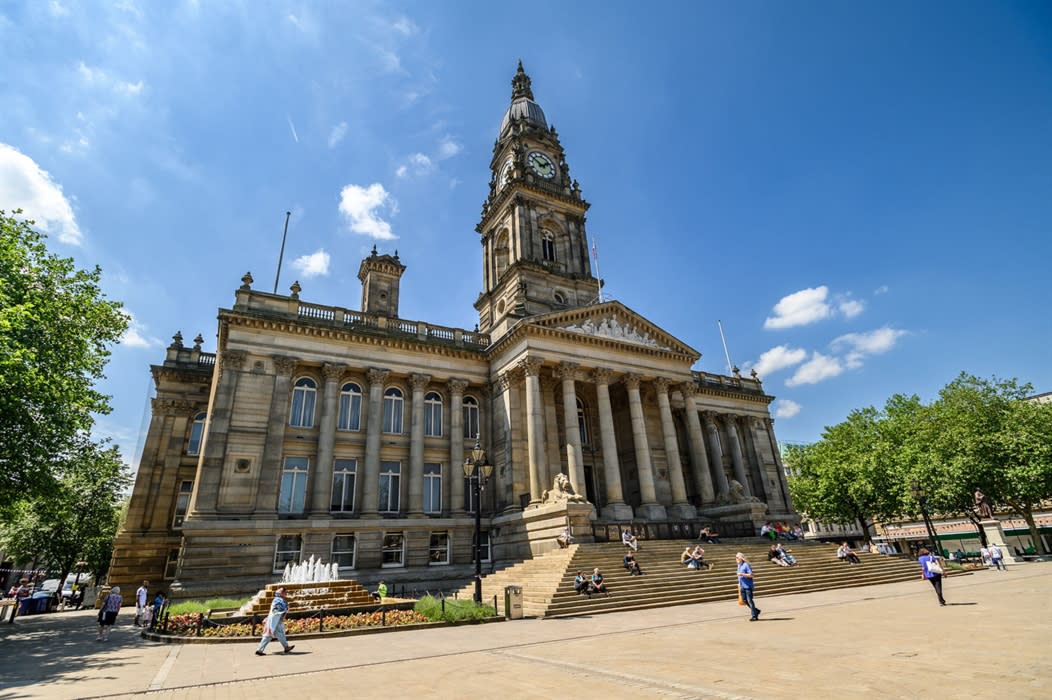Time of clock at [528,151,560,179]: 1:50
